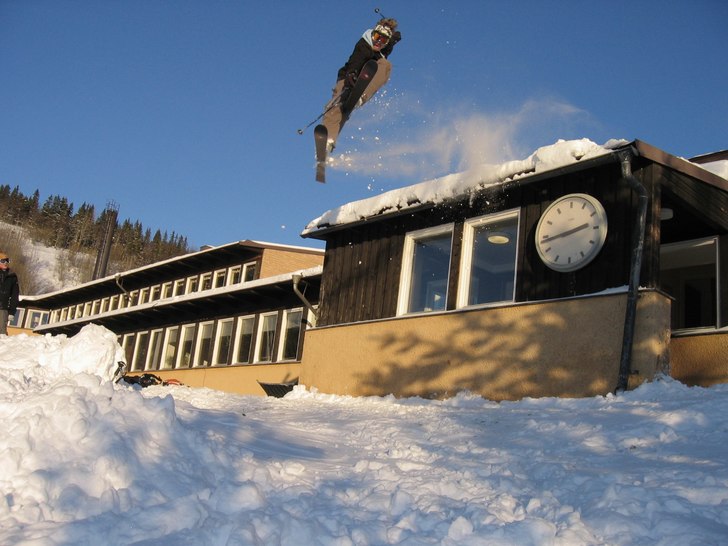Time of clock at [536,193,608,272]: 2:43
